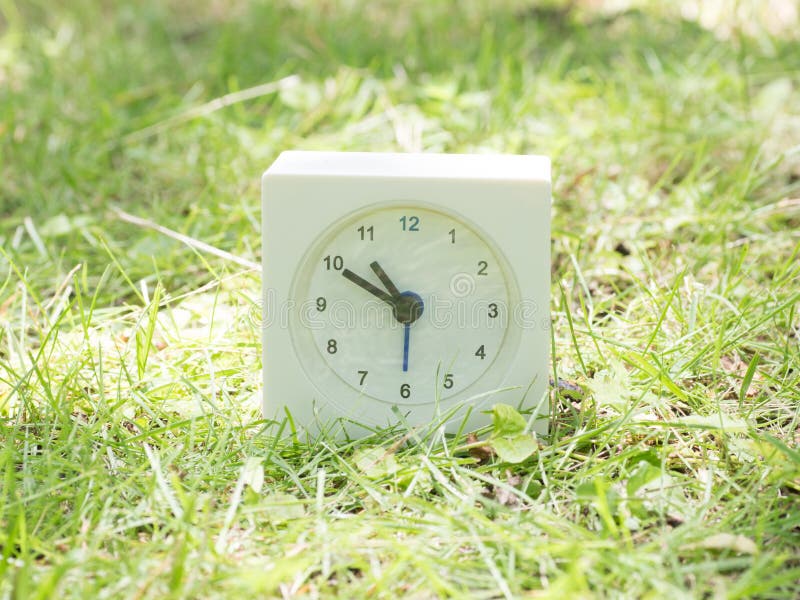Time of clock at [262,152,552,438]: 10:50
